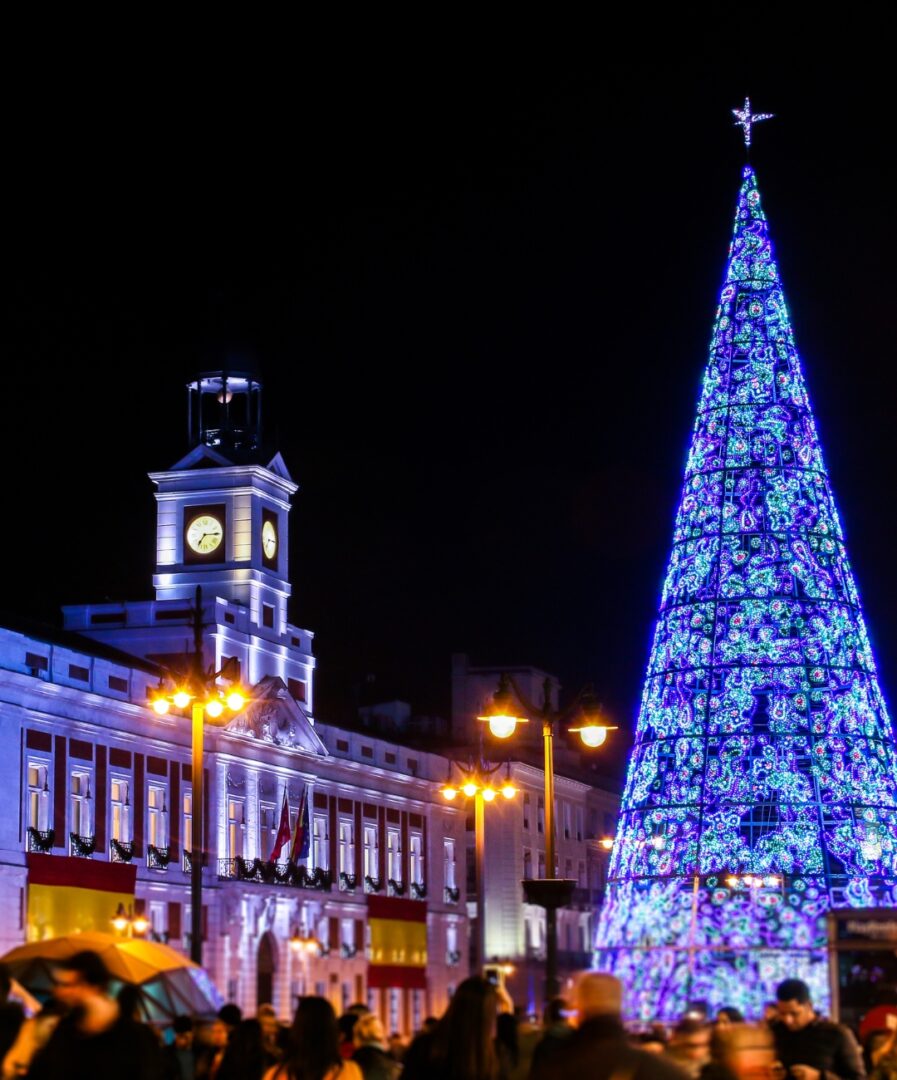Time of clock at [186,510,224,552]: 7:14
